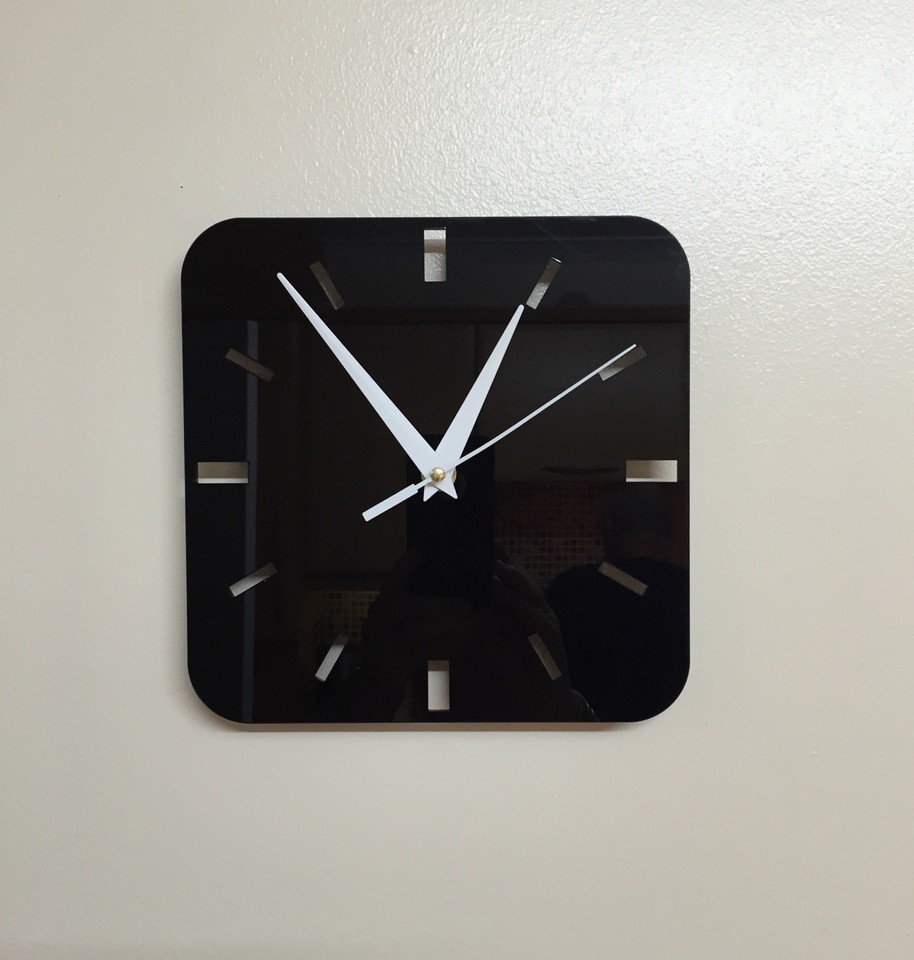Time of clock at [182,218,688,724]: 12:53
